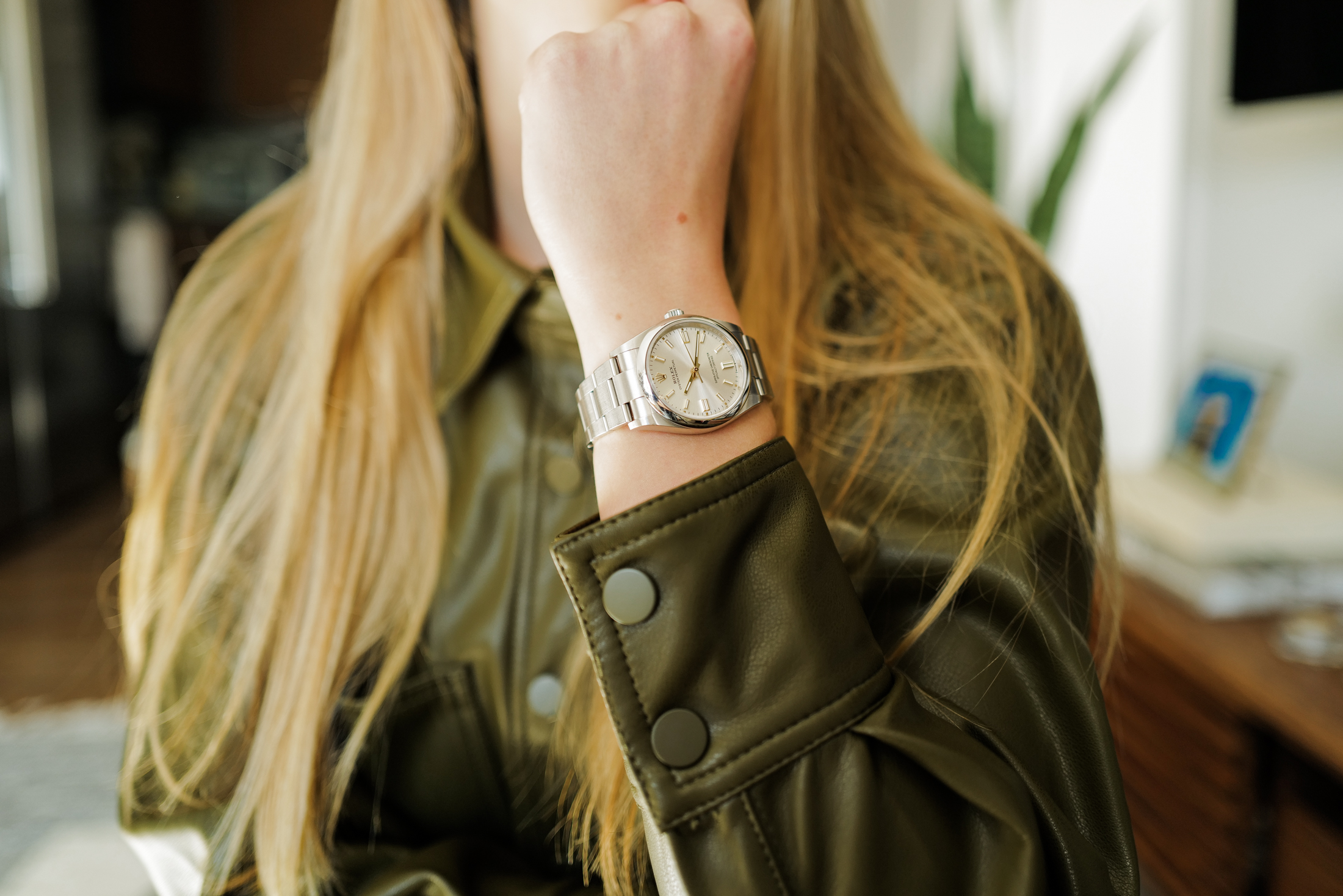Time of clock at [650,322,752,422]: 7:03
